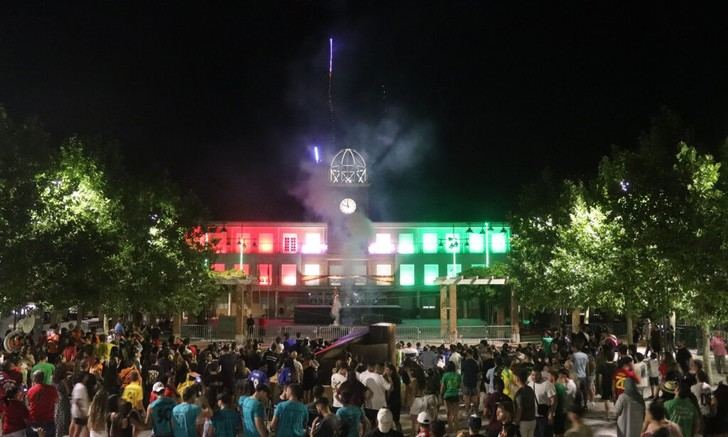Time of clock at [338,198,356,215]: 11:48
